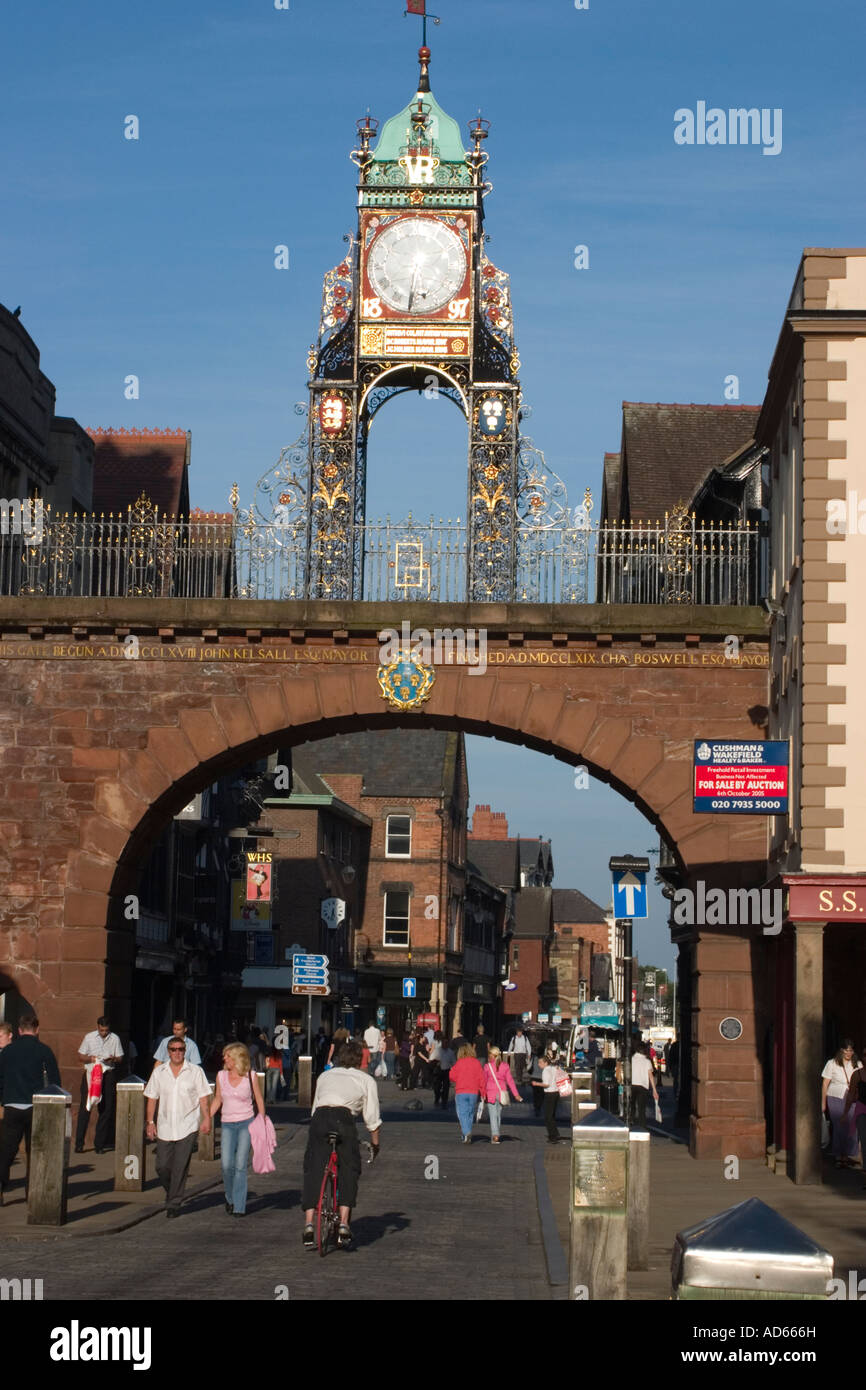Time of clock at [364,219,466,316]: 5:31
